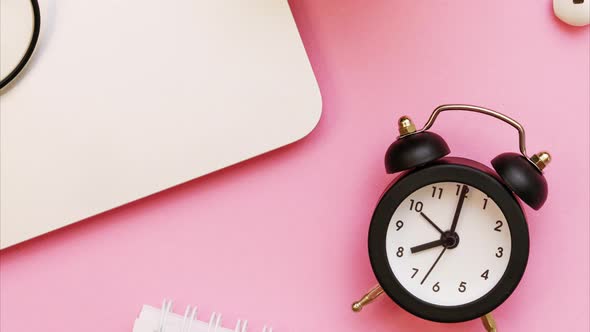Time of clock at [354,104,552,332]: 8:00
